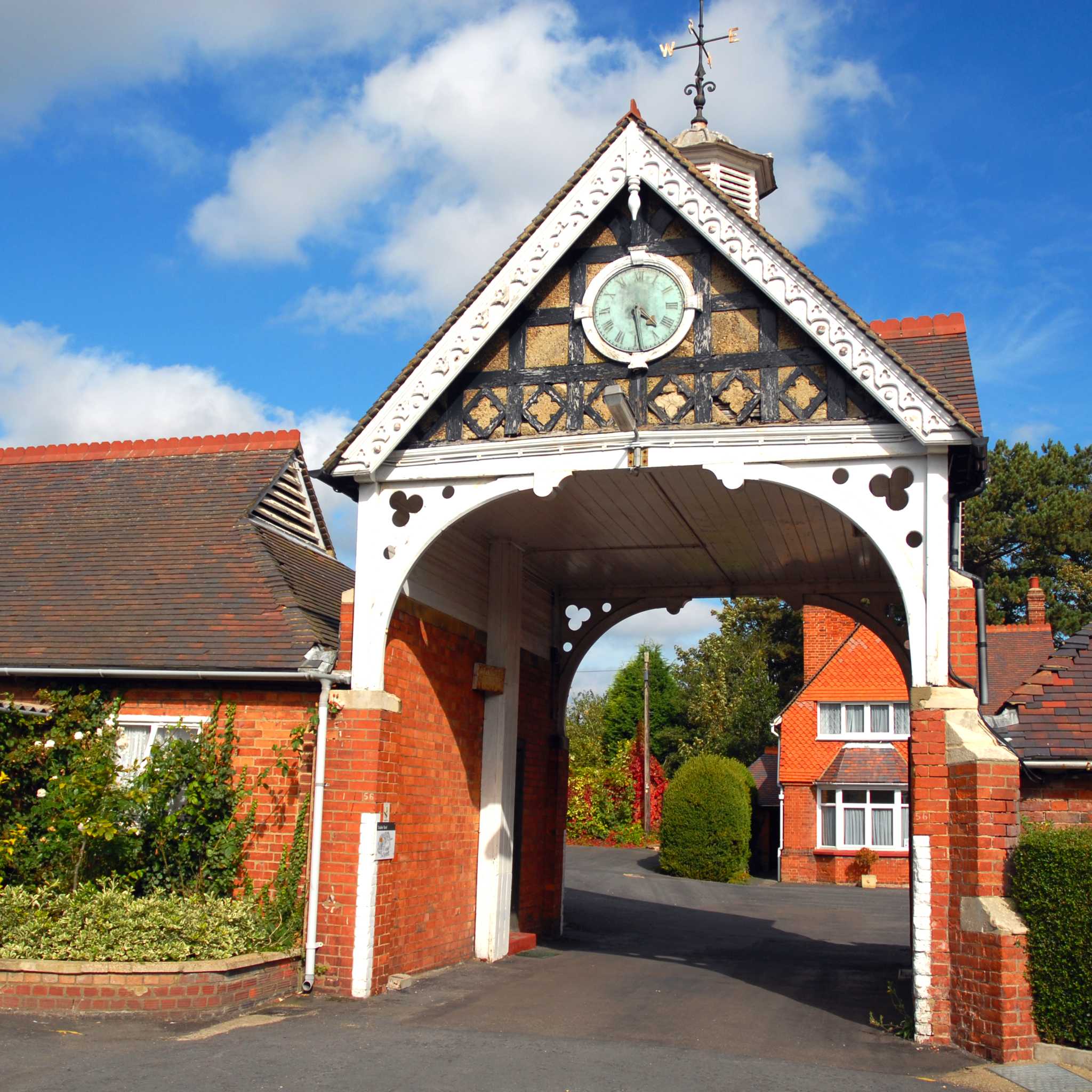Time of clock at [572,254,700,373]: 4:28
